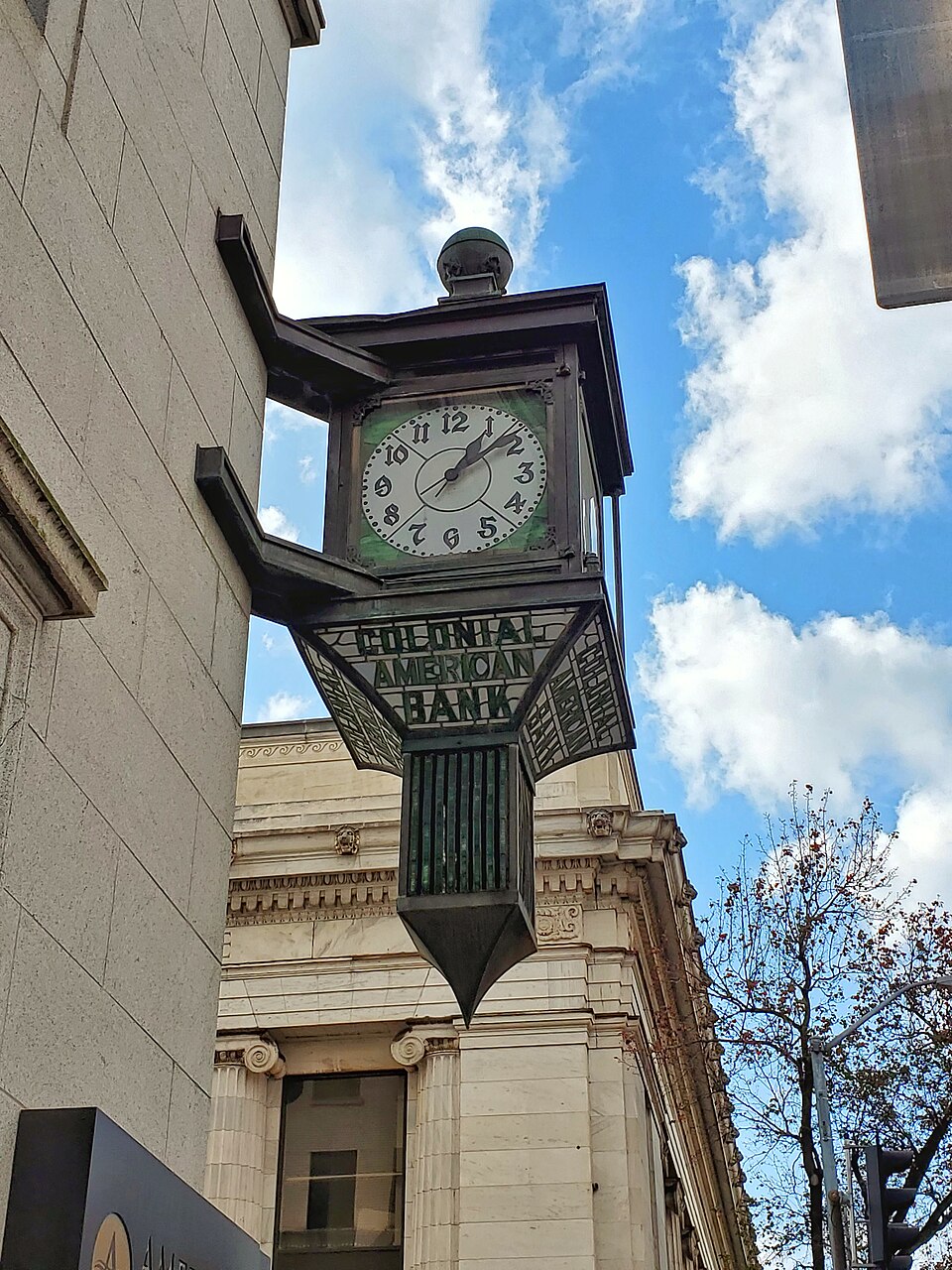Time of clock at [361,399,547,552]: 1:08
